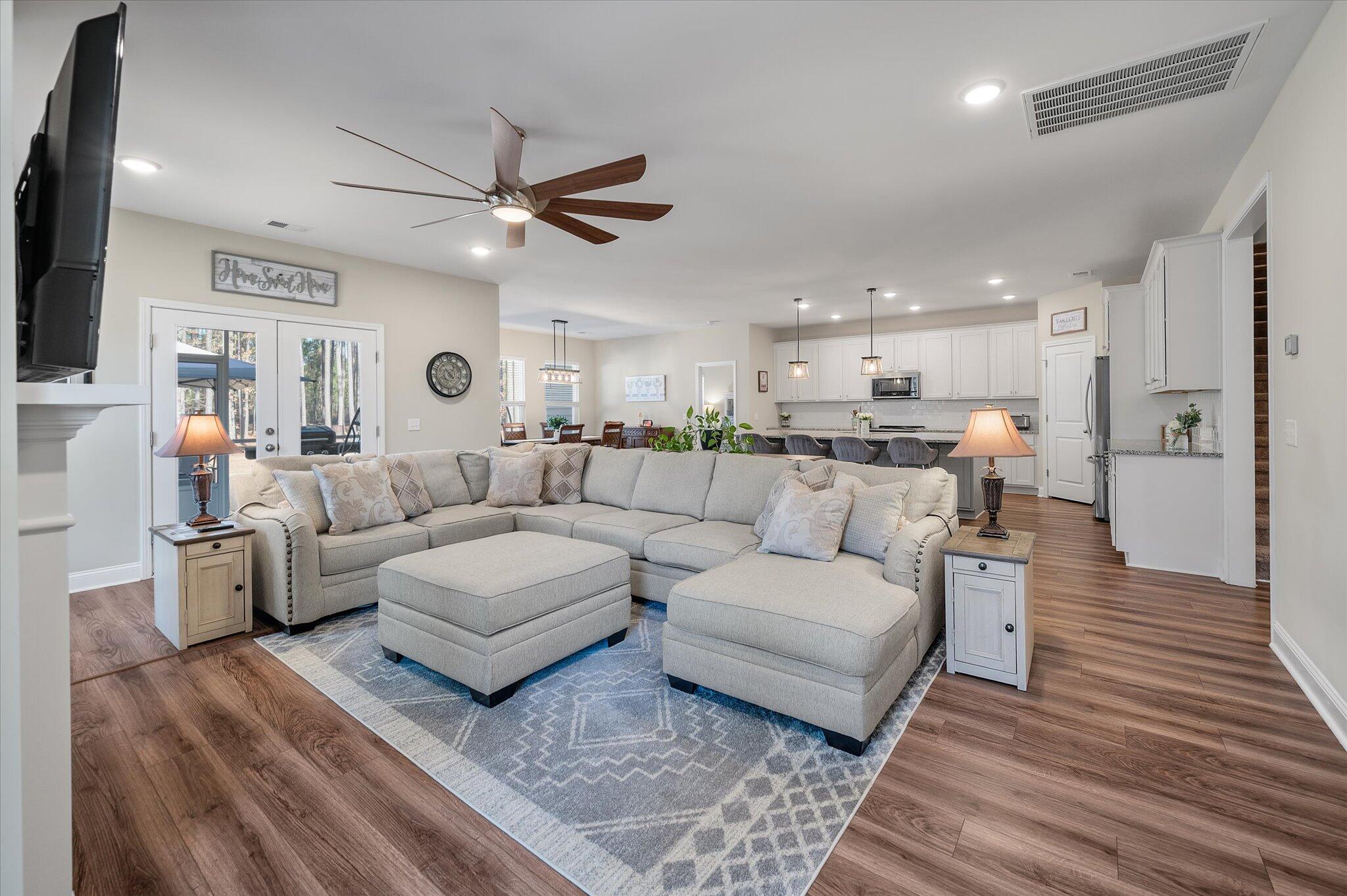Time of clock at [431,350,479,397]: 12:53
